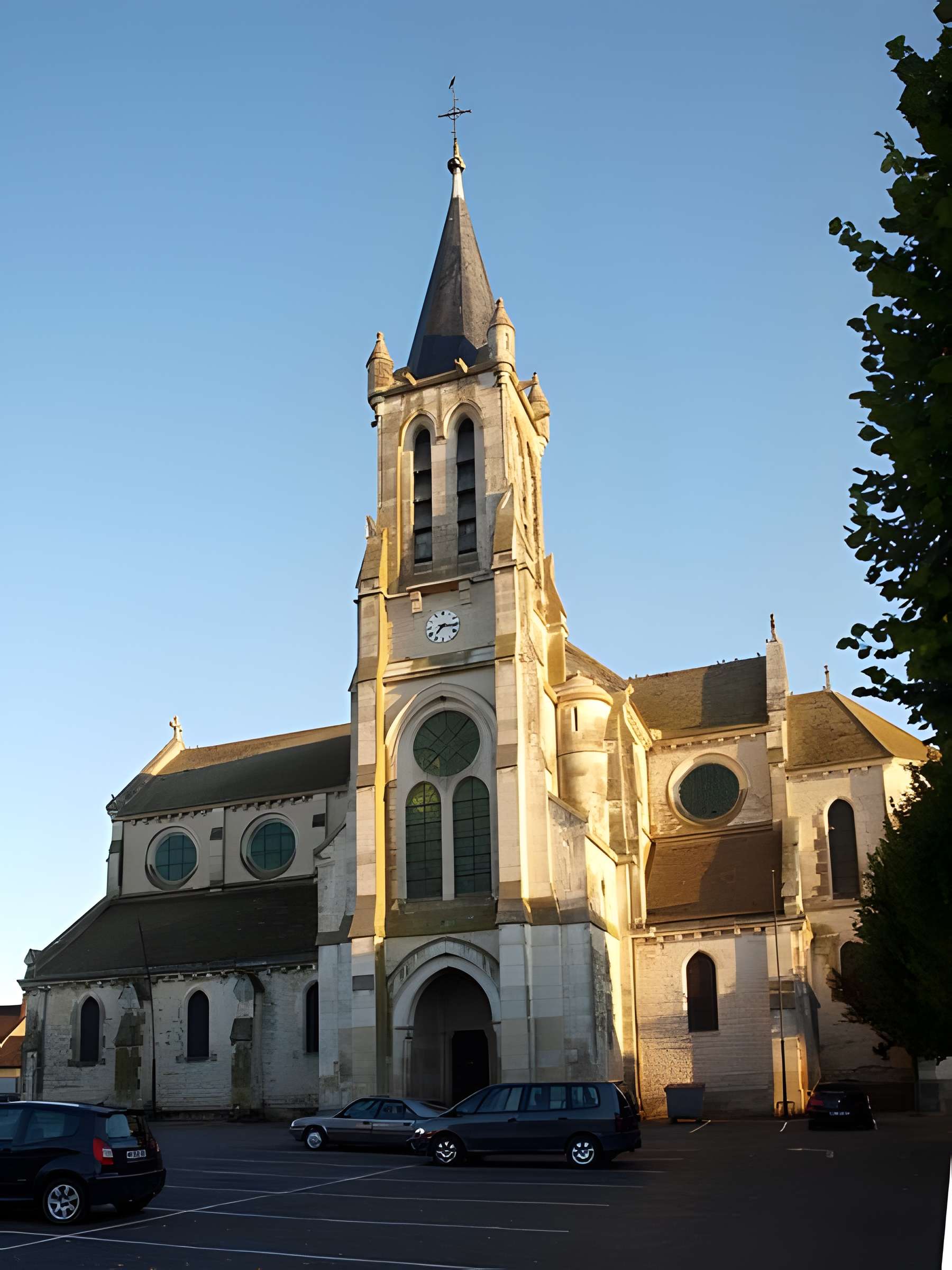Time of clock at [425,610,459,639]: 7:15
